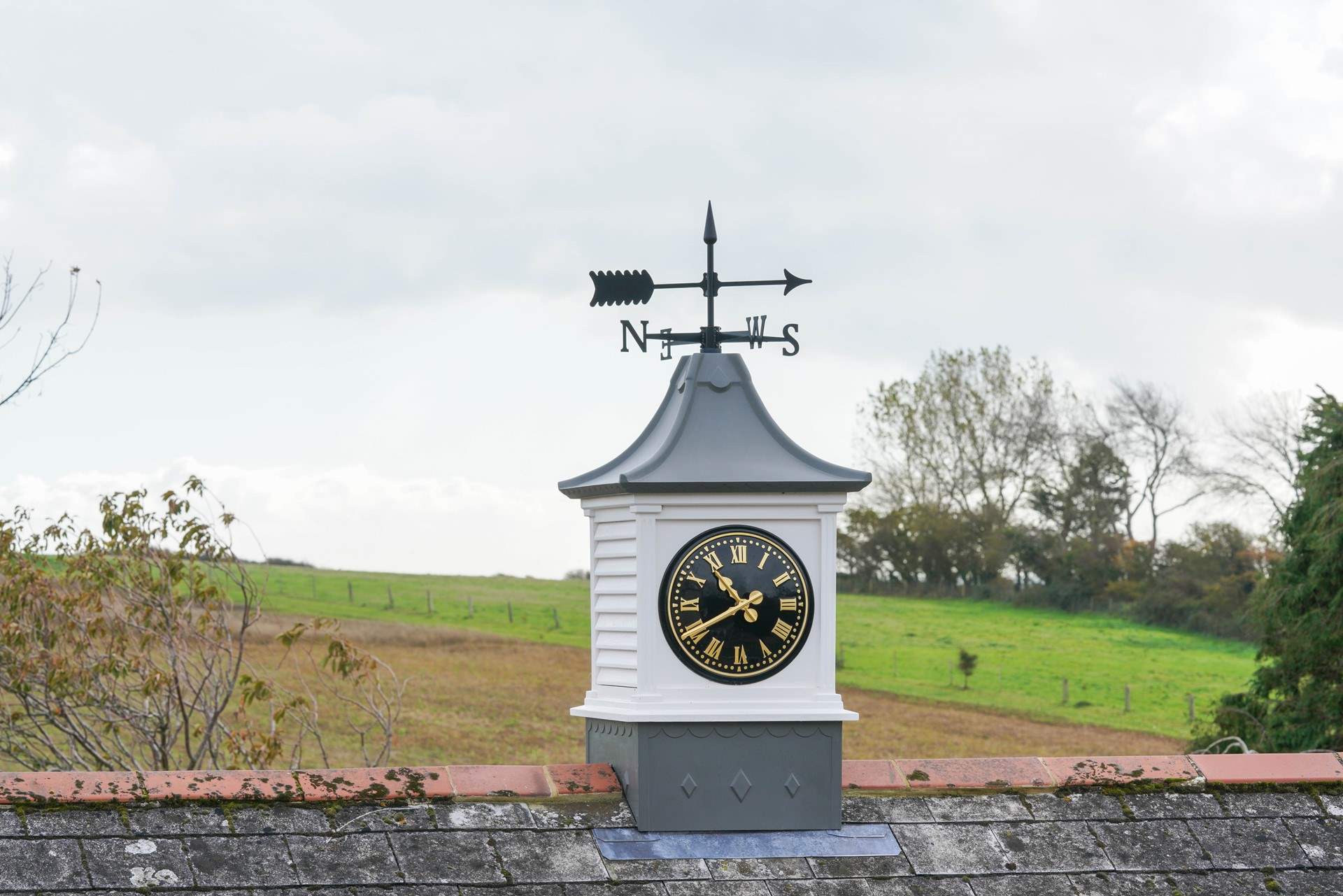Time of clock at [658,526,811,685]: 10:40
